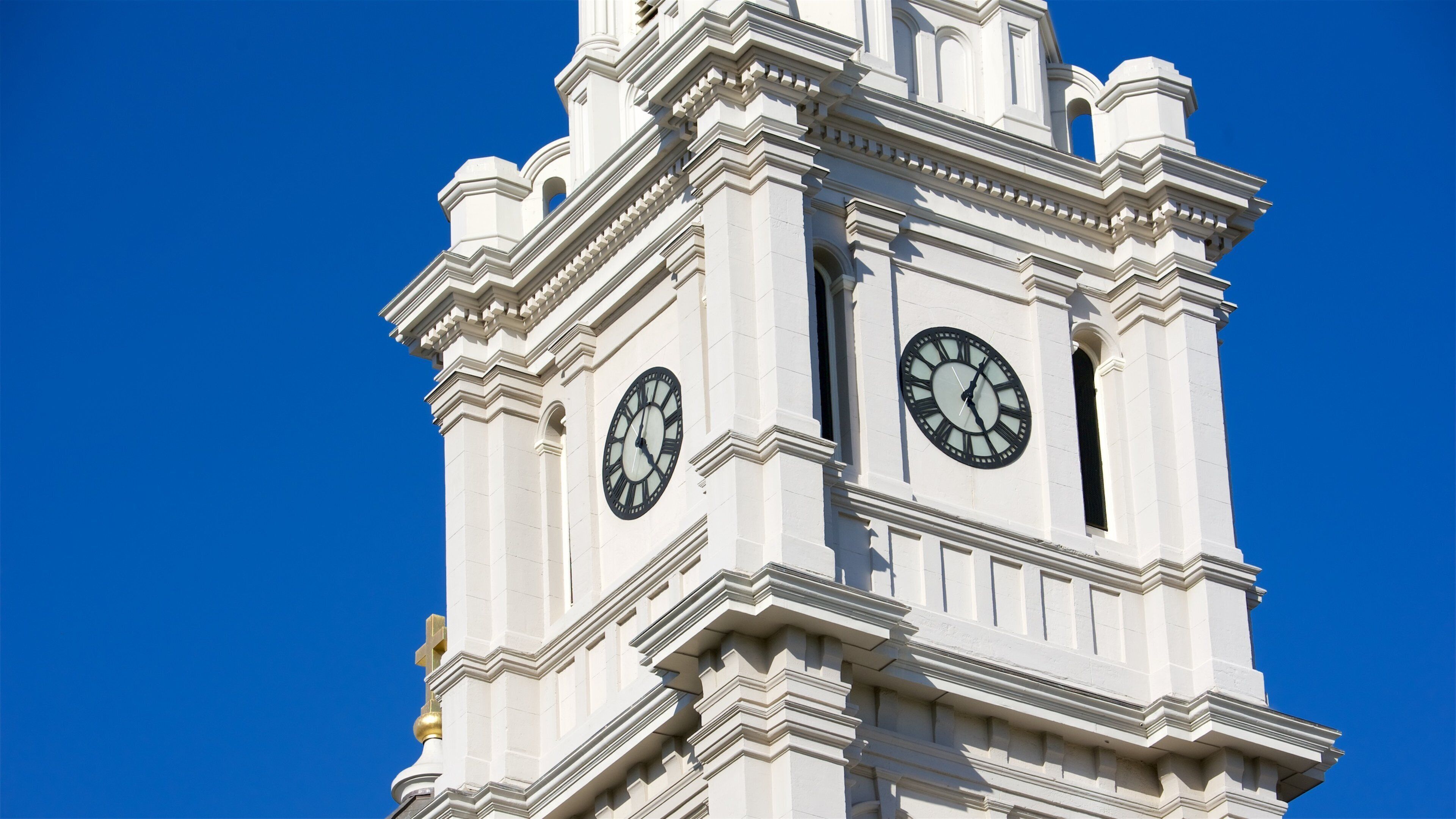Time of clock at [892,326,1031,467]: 5:04
